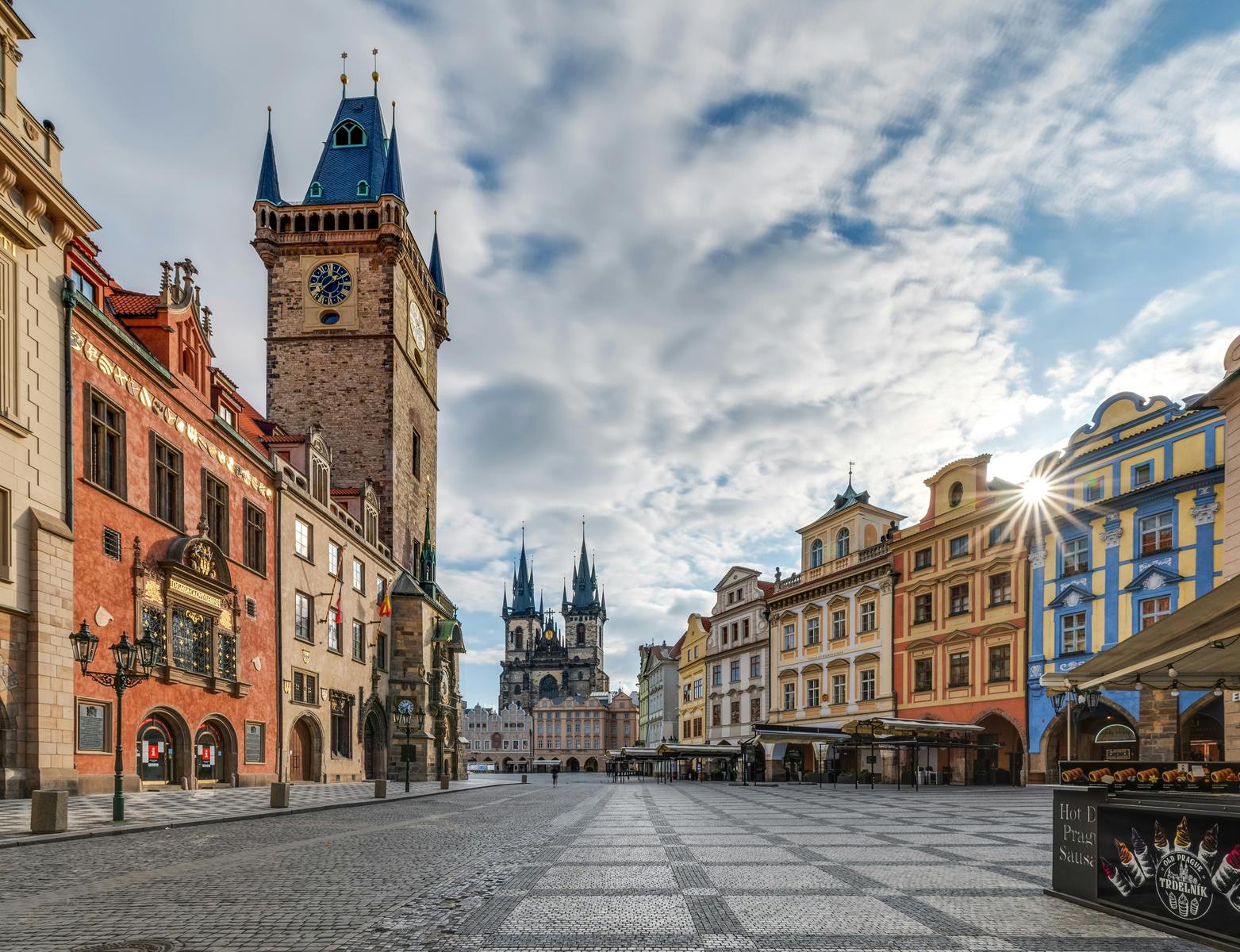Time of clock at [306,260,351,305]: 1:37
